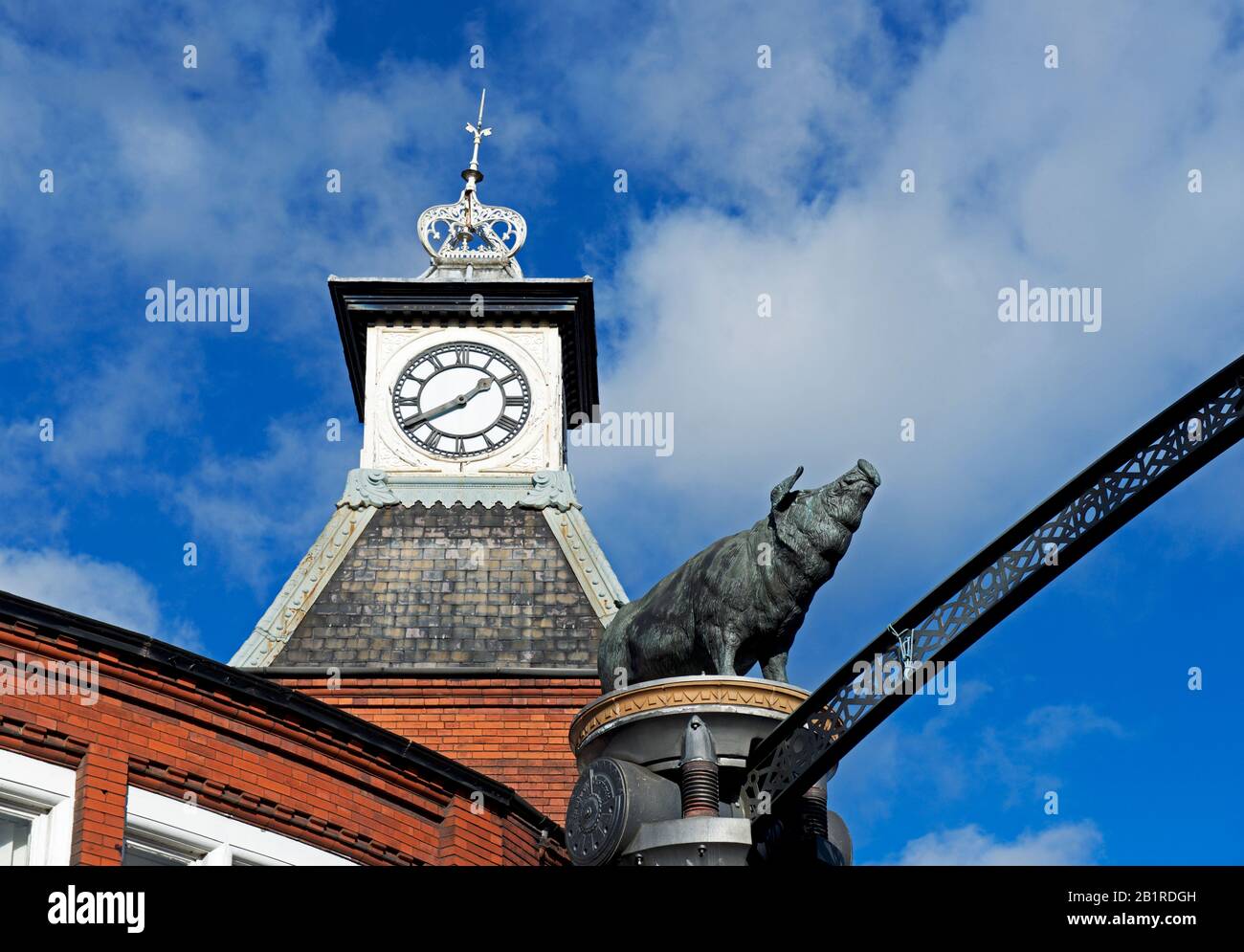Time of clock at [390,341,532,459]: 1:40
